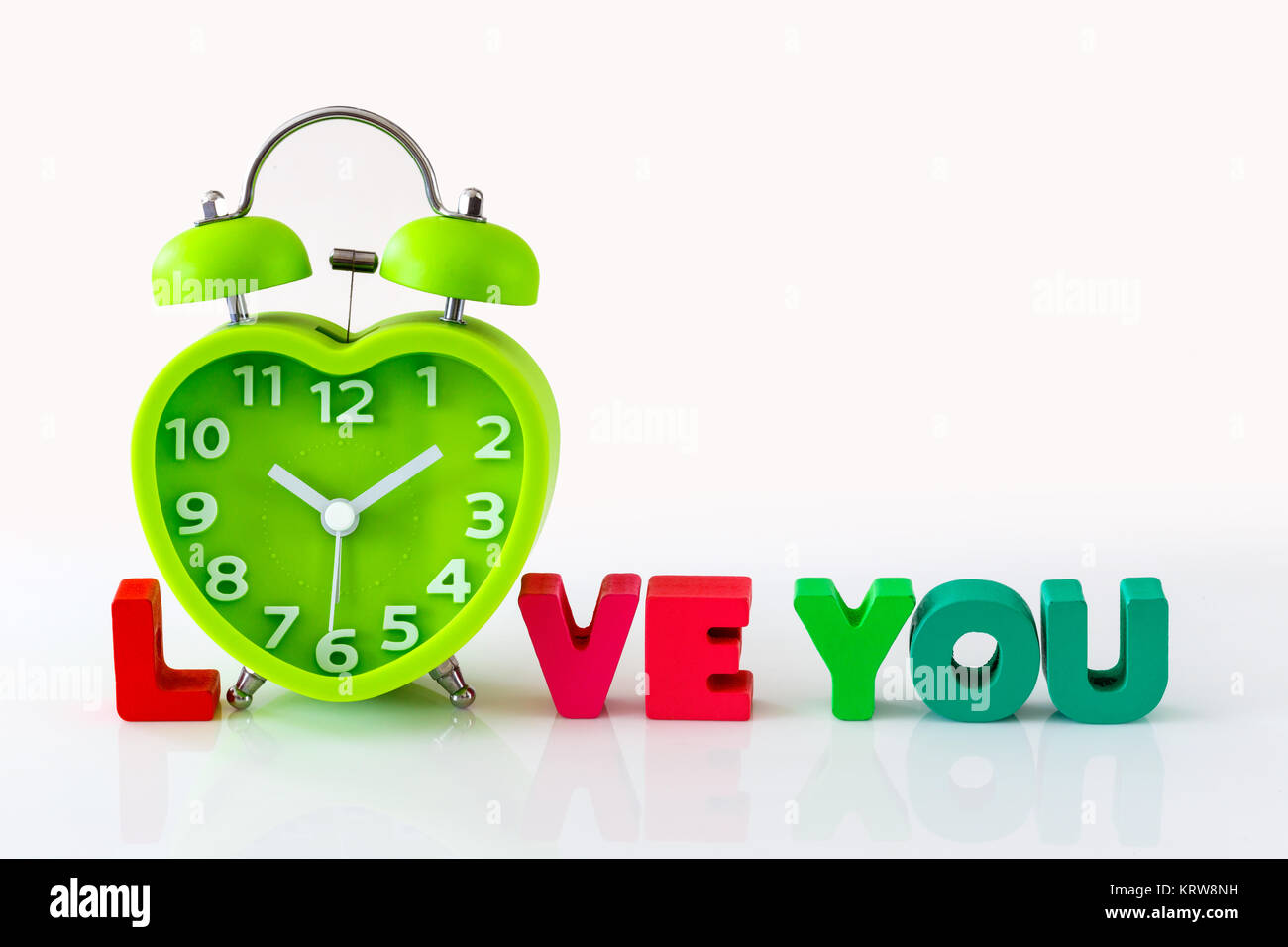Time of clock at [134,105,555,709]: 10:09
